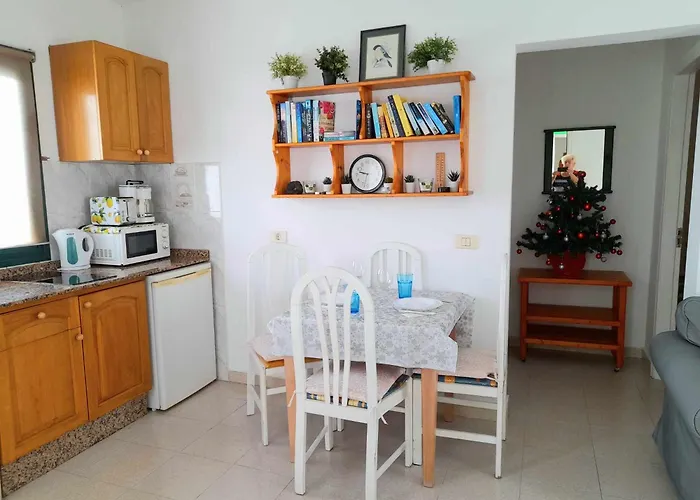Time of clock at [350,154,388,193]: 9:32
